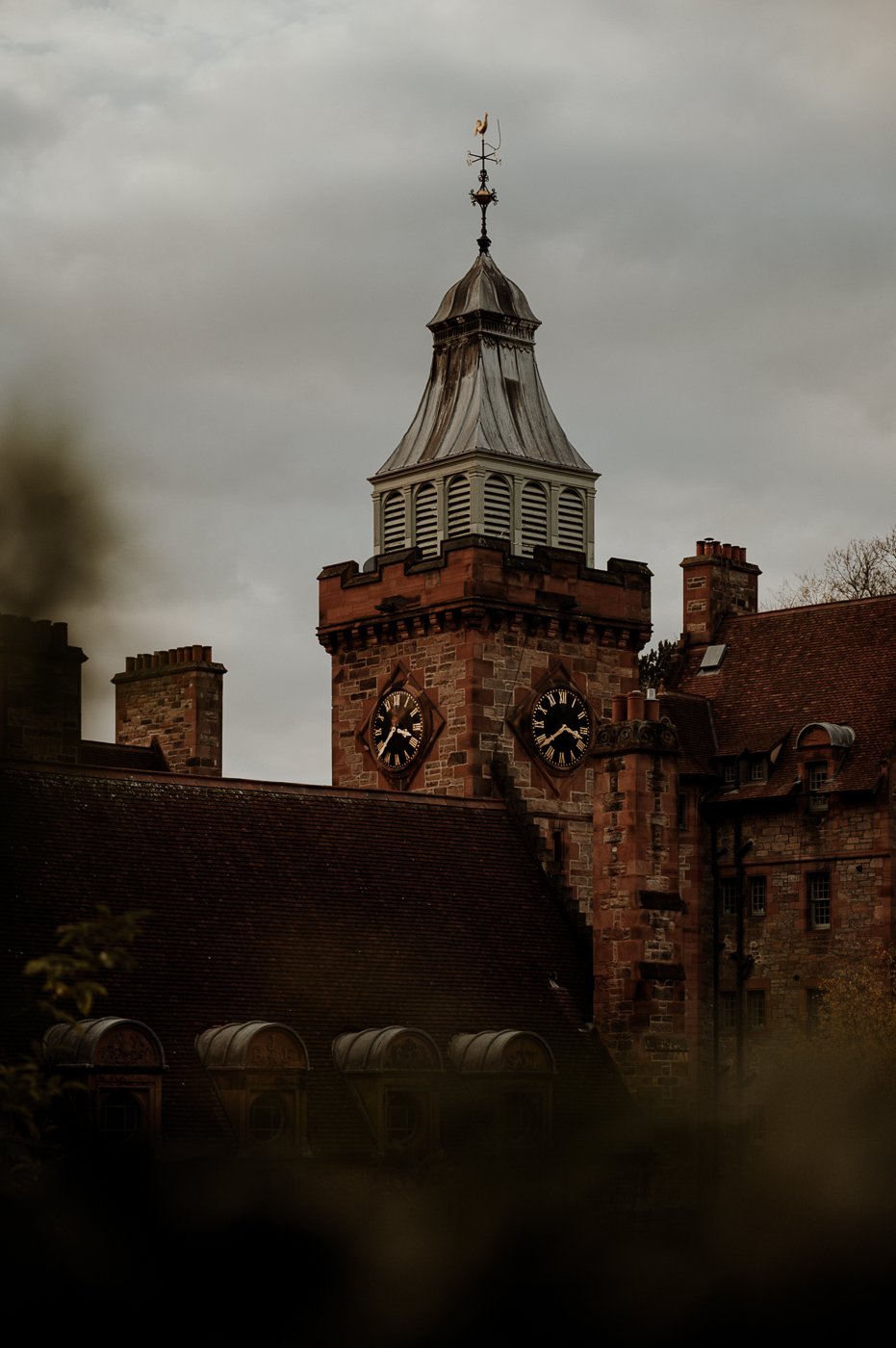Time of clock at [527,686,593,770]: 3:38
